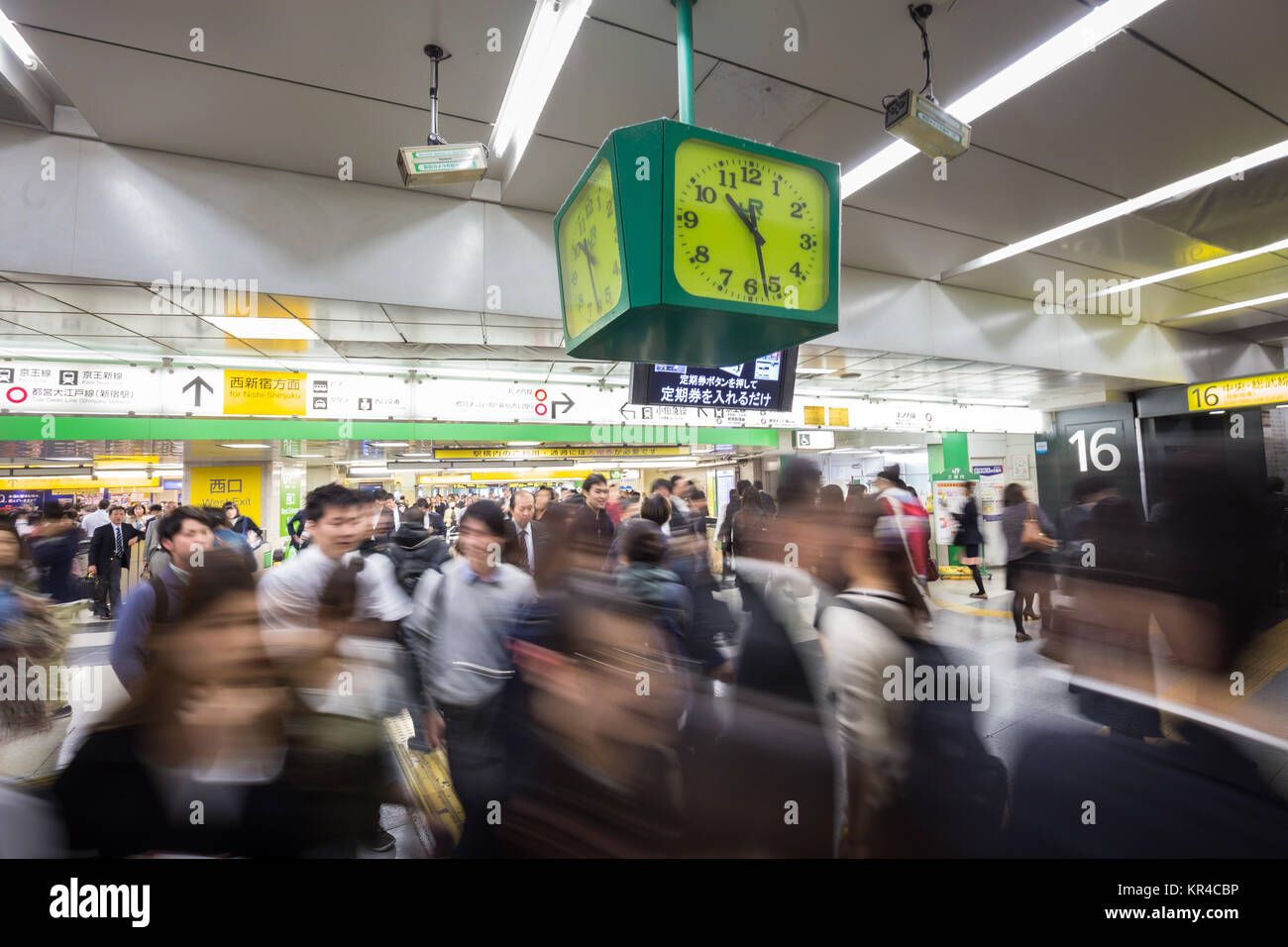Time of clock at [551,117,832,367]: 10:28
